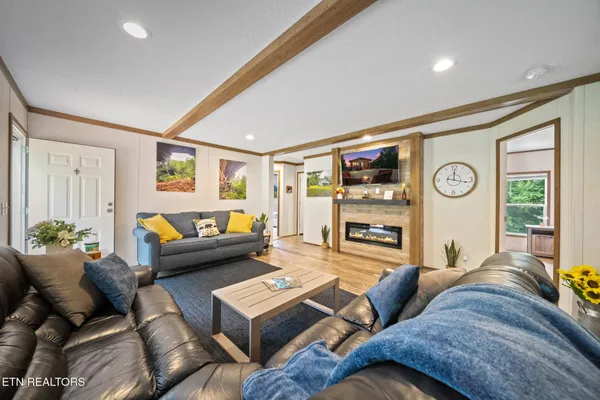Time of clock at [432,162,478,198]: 12:17
